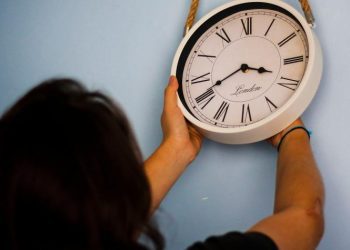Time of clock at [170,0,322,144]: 3:40
